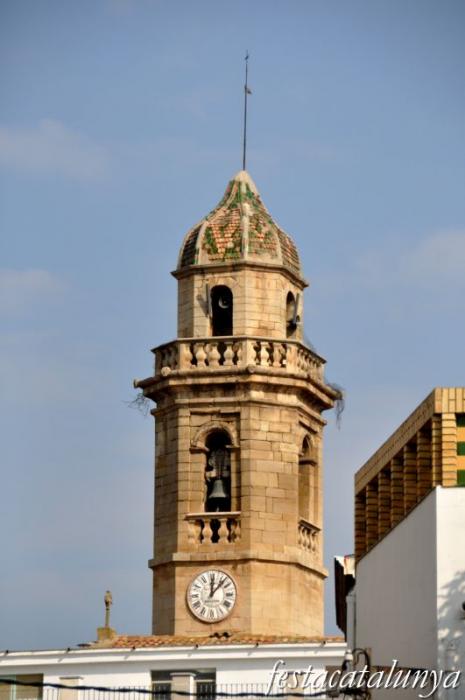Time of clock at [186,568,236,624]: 12:07
